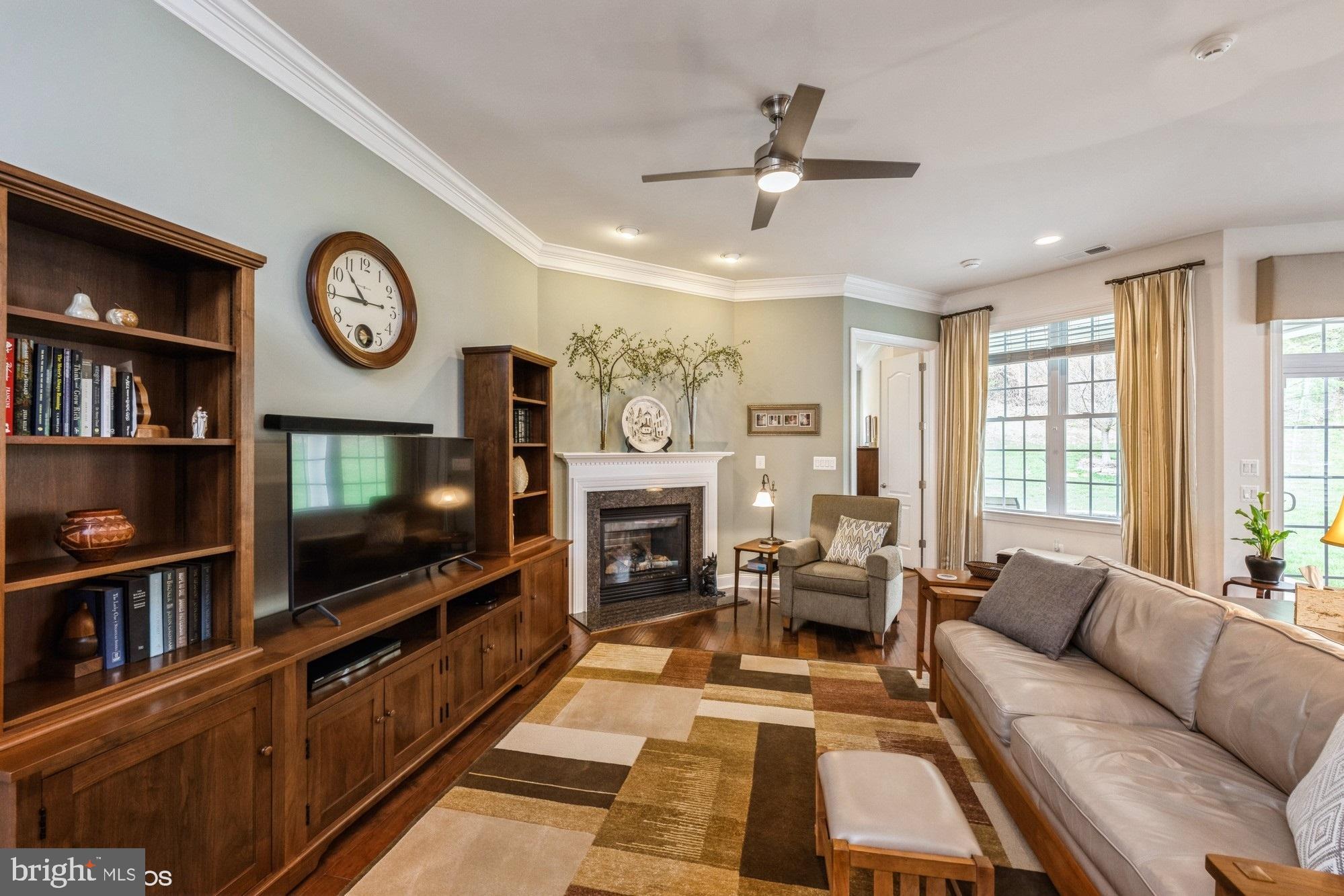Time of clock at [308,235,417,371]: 10:44
